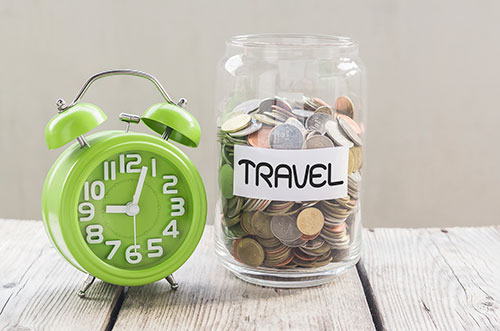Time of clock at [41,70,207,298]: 9:03
